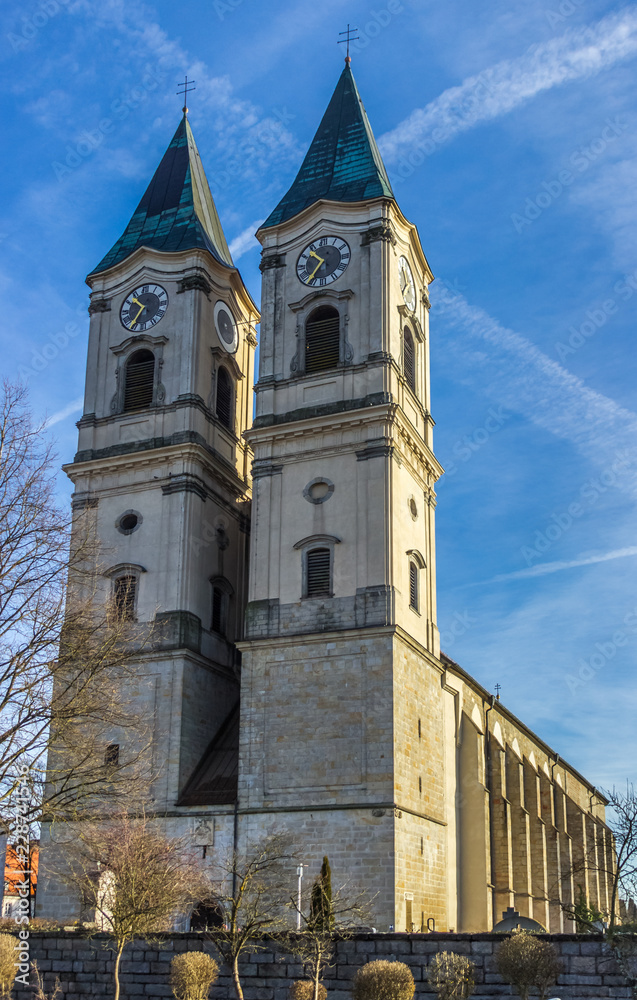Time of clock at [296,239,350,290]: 10:36
